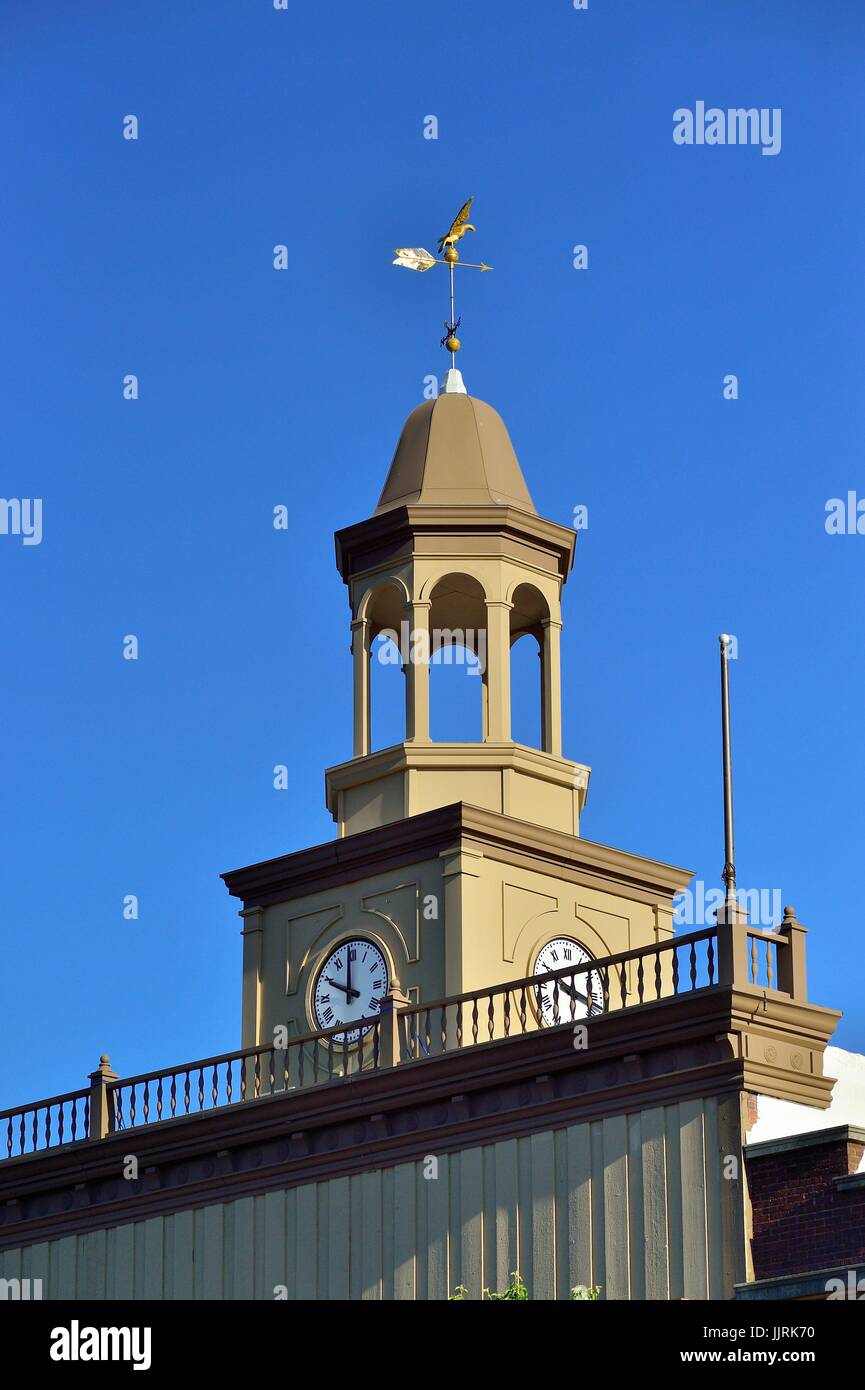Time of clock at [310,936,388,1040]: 9:59
